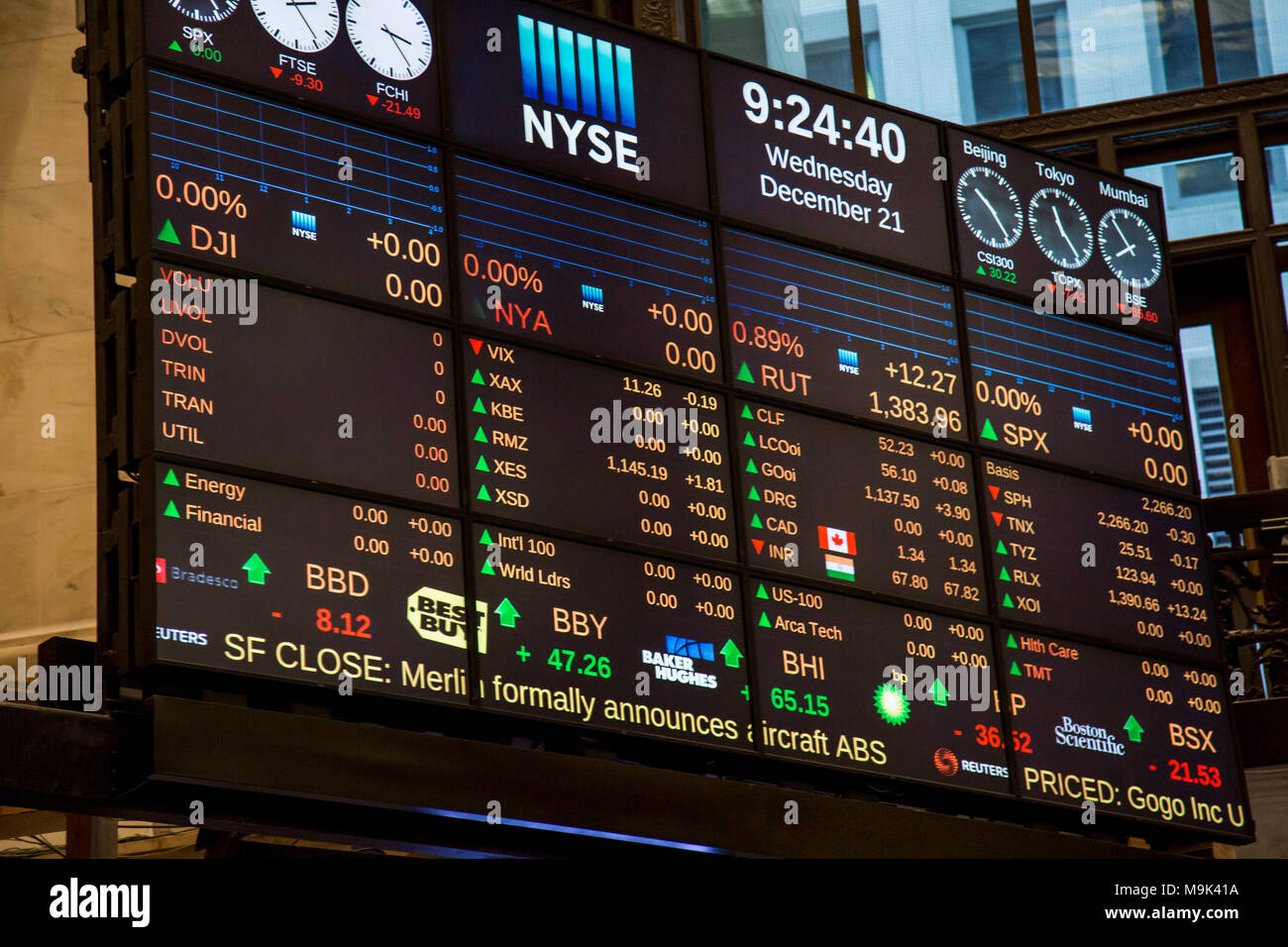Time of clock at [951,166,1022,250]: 10:24
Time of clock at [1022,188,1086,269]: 11:24
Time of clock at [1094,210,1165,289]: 7:53
